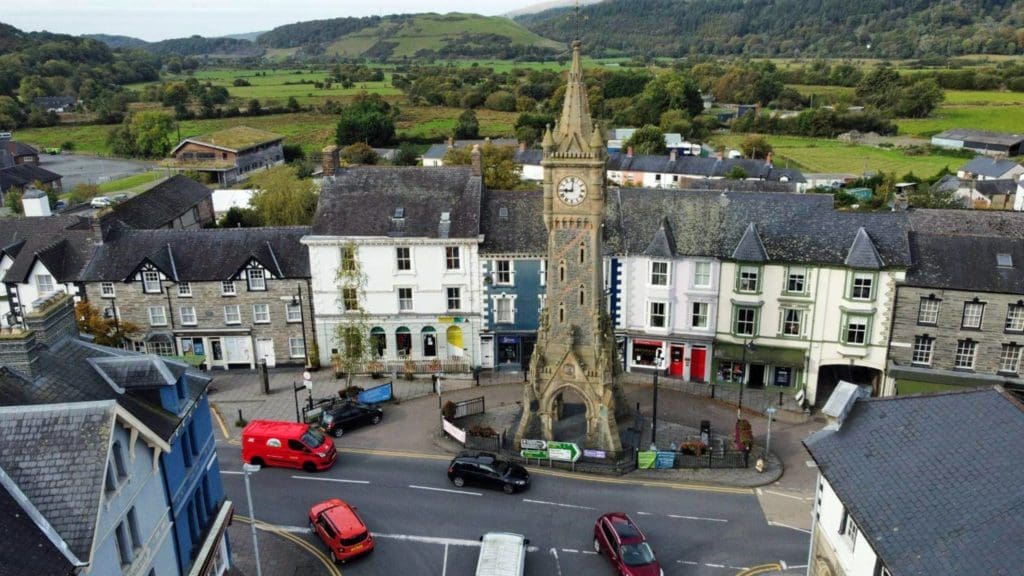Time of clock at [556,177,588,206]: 9:01
